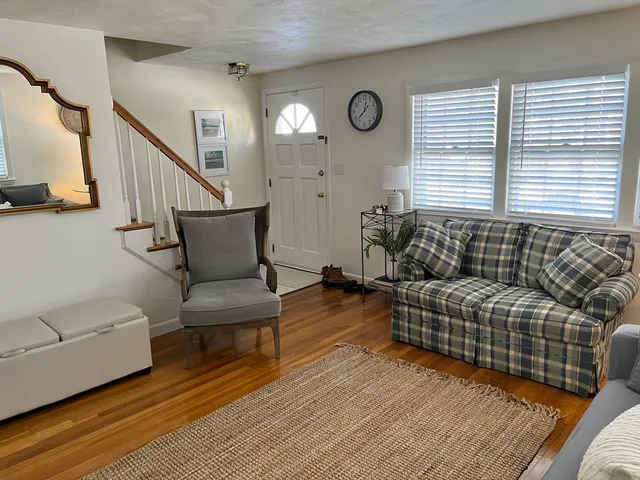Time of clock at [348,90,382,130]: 12:37
